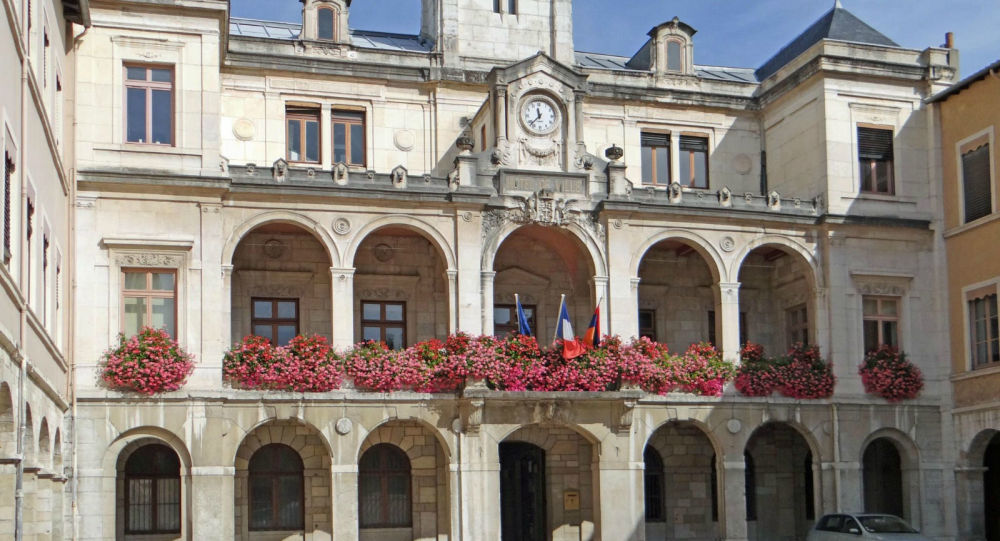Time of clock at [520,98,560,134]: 11:37
